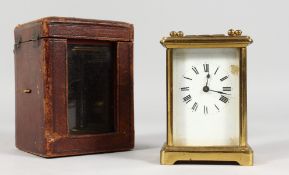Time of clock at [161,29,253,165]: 12:17
